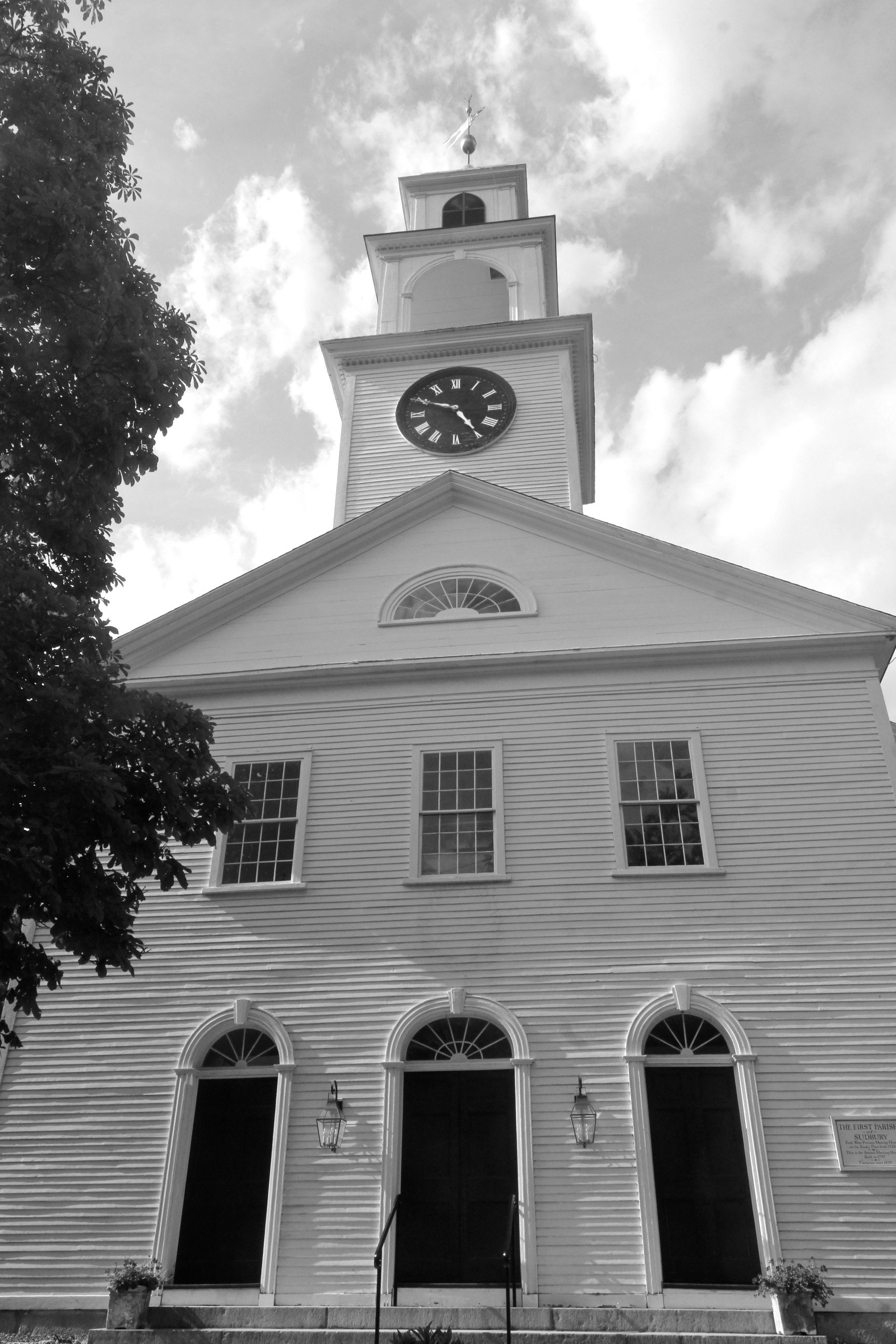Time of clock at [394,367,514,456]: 4:49
